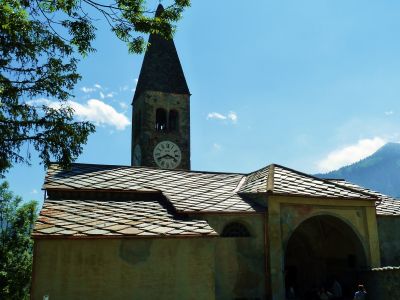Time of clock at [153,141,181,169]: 3:40
